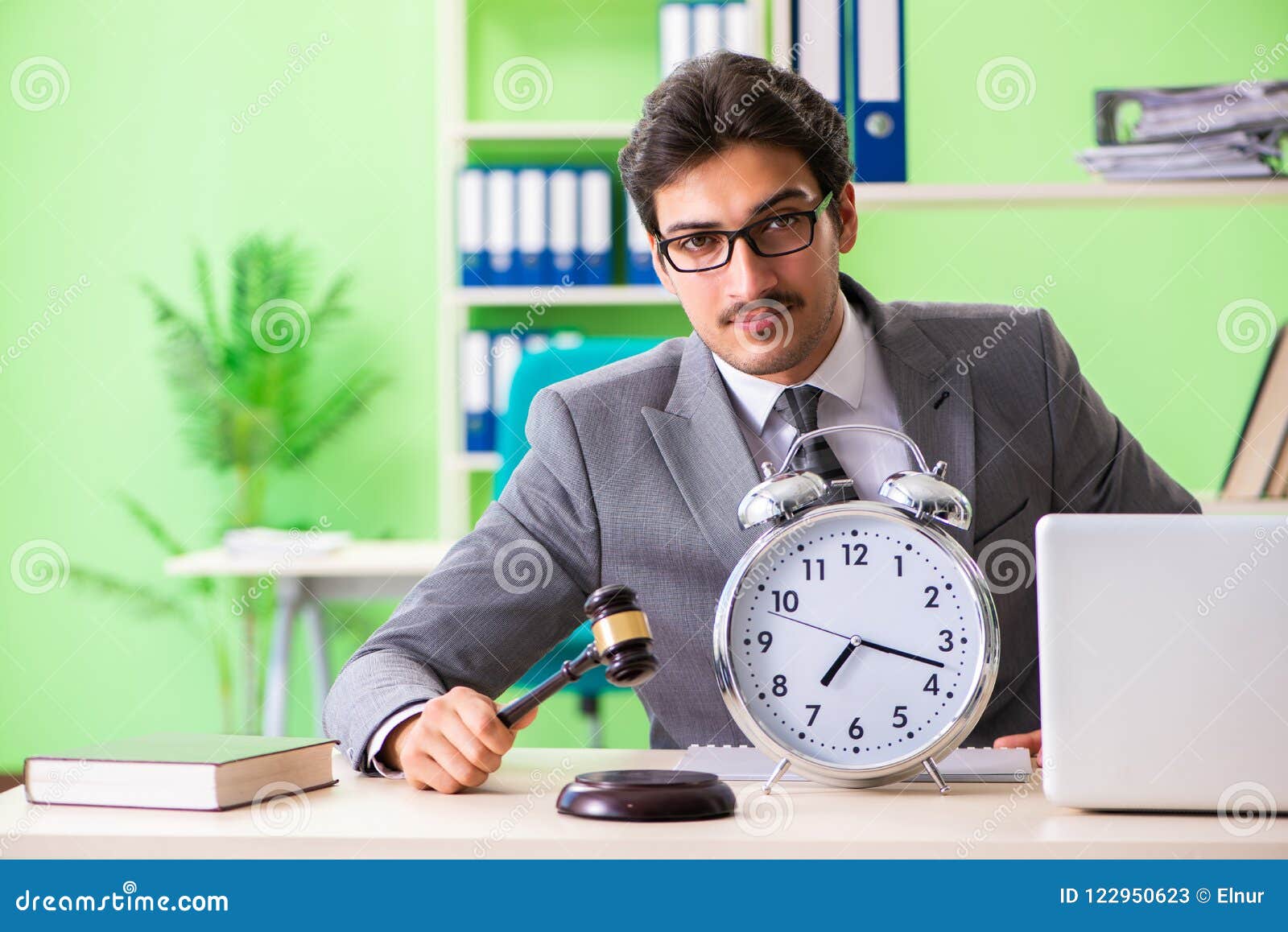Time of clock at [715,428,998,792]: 7:17
